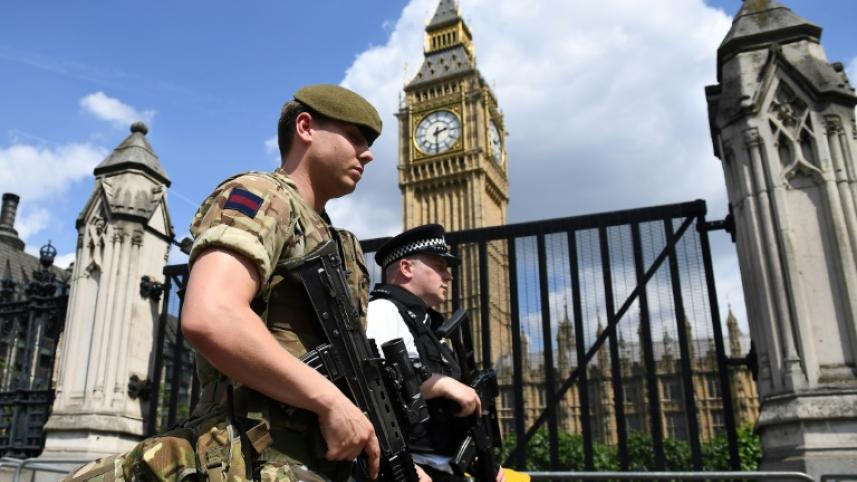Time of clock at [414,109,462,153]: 2:30
